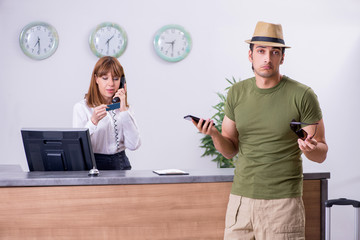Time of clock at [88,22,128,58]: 1:29
